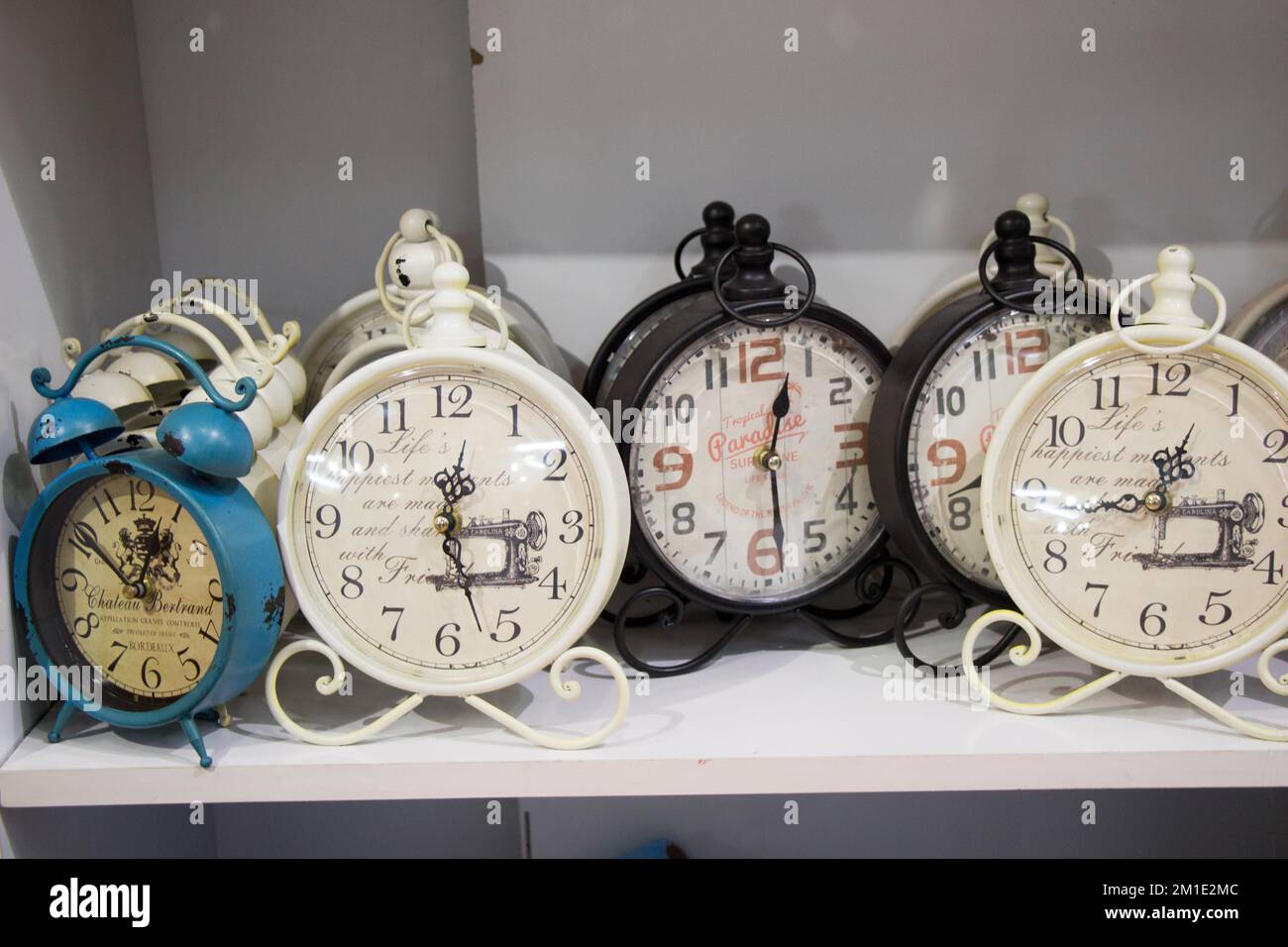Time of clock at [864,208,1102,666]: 12:28
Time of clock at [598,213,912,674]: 12:28
